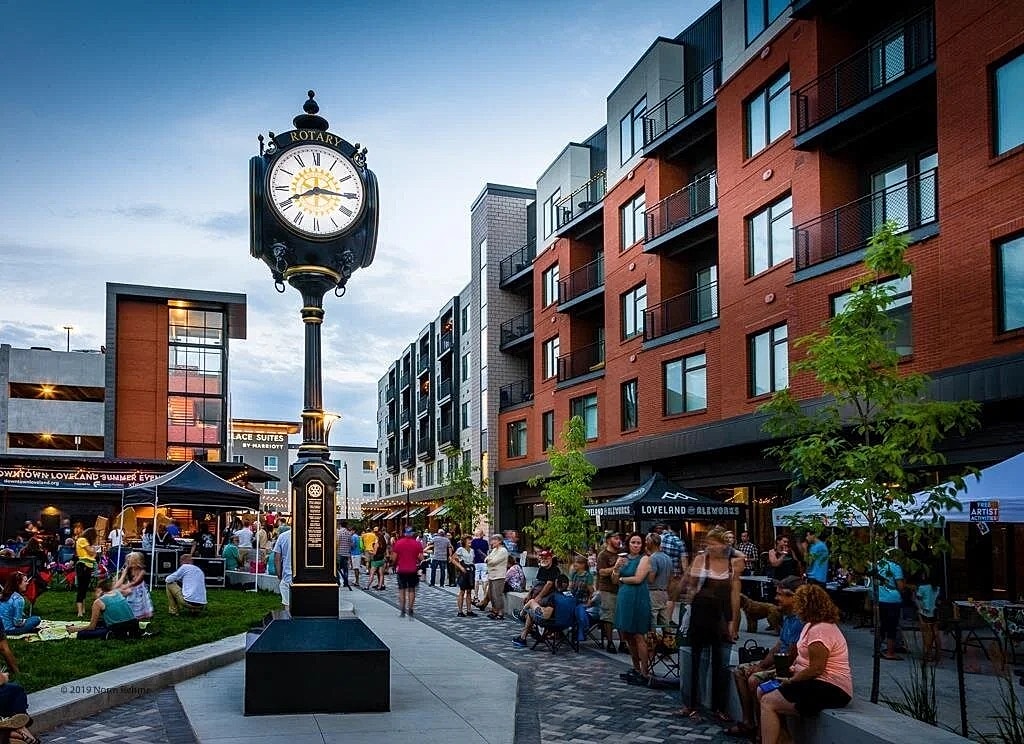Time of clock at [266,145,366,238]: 8:15
